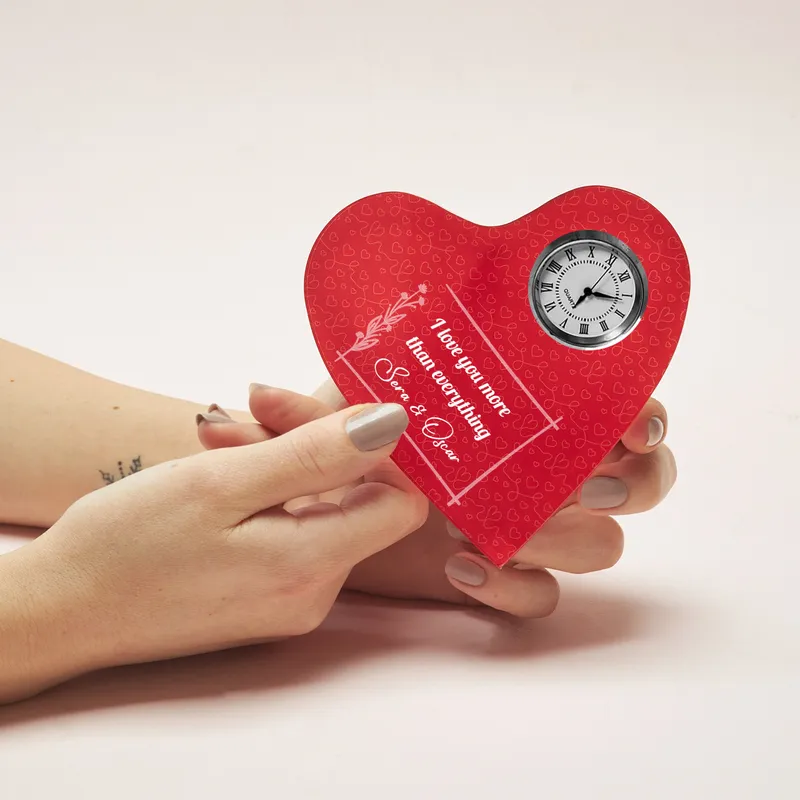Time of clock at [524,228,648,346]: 7:16
